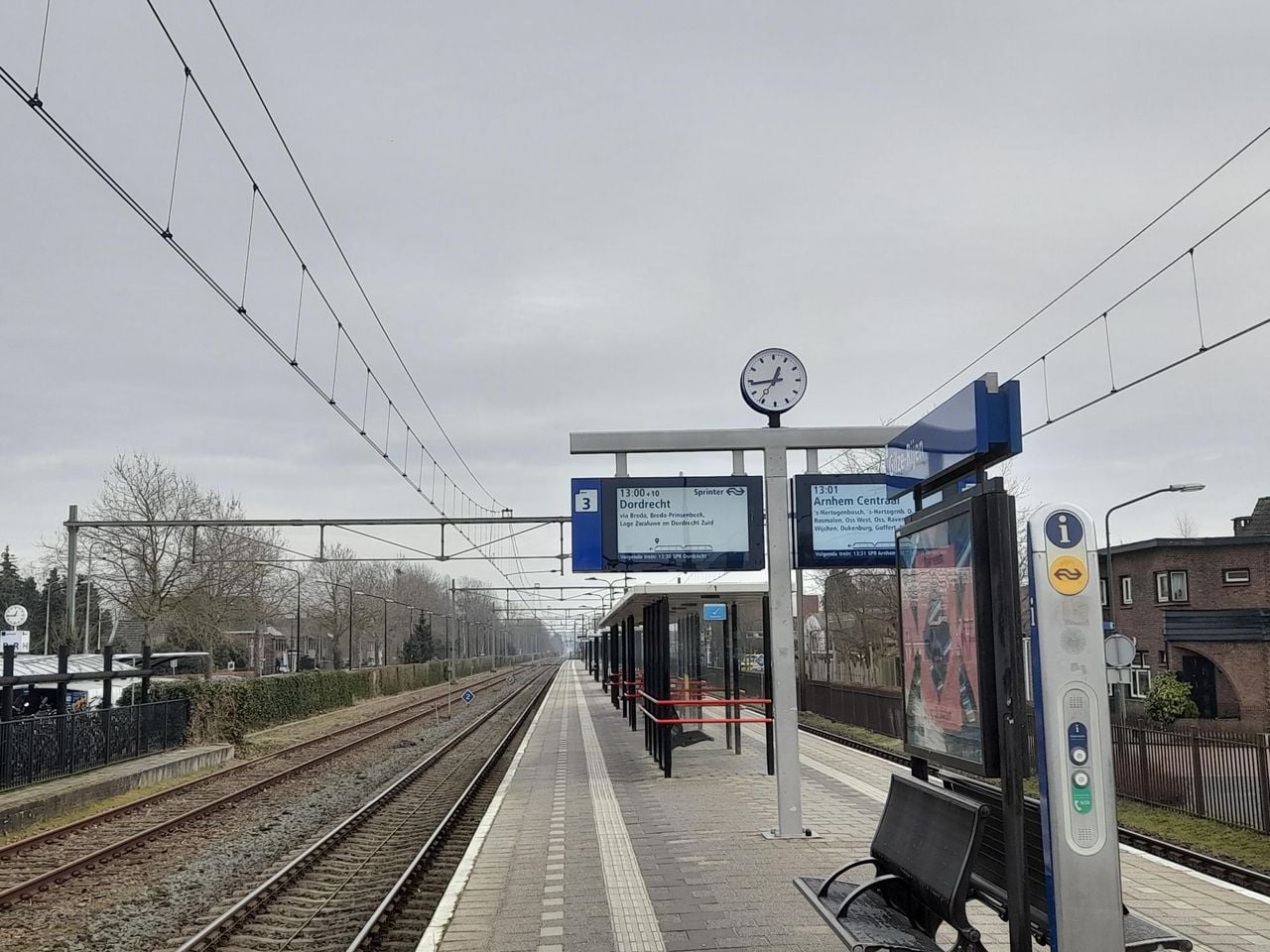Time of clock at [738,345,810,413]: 12:44
